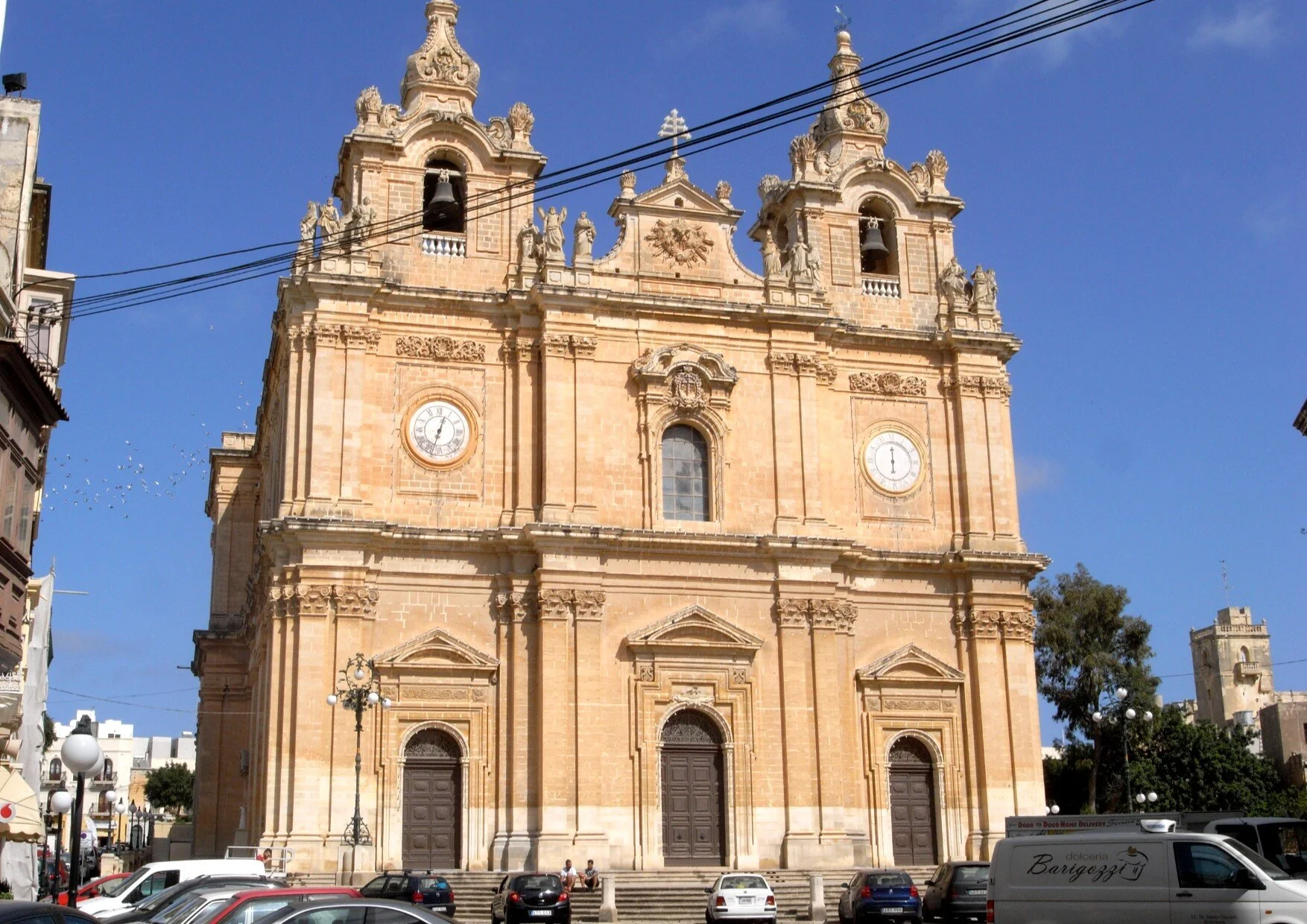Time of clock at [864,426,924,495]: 6:00
